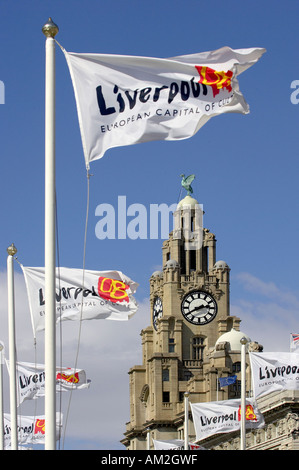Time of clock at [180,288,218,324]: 2:40
